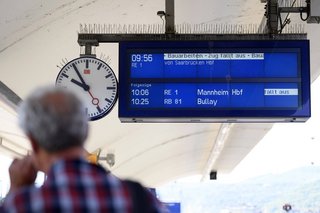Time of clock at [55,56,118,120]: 9:54
